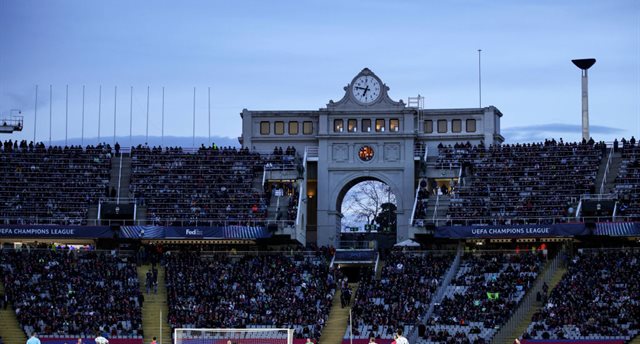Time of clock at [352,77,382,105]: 6:46
